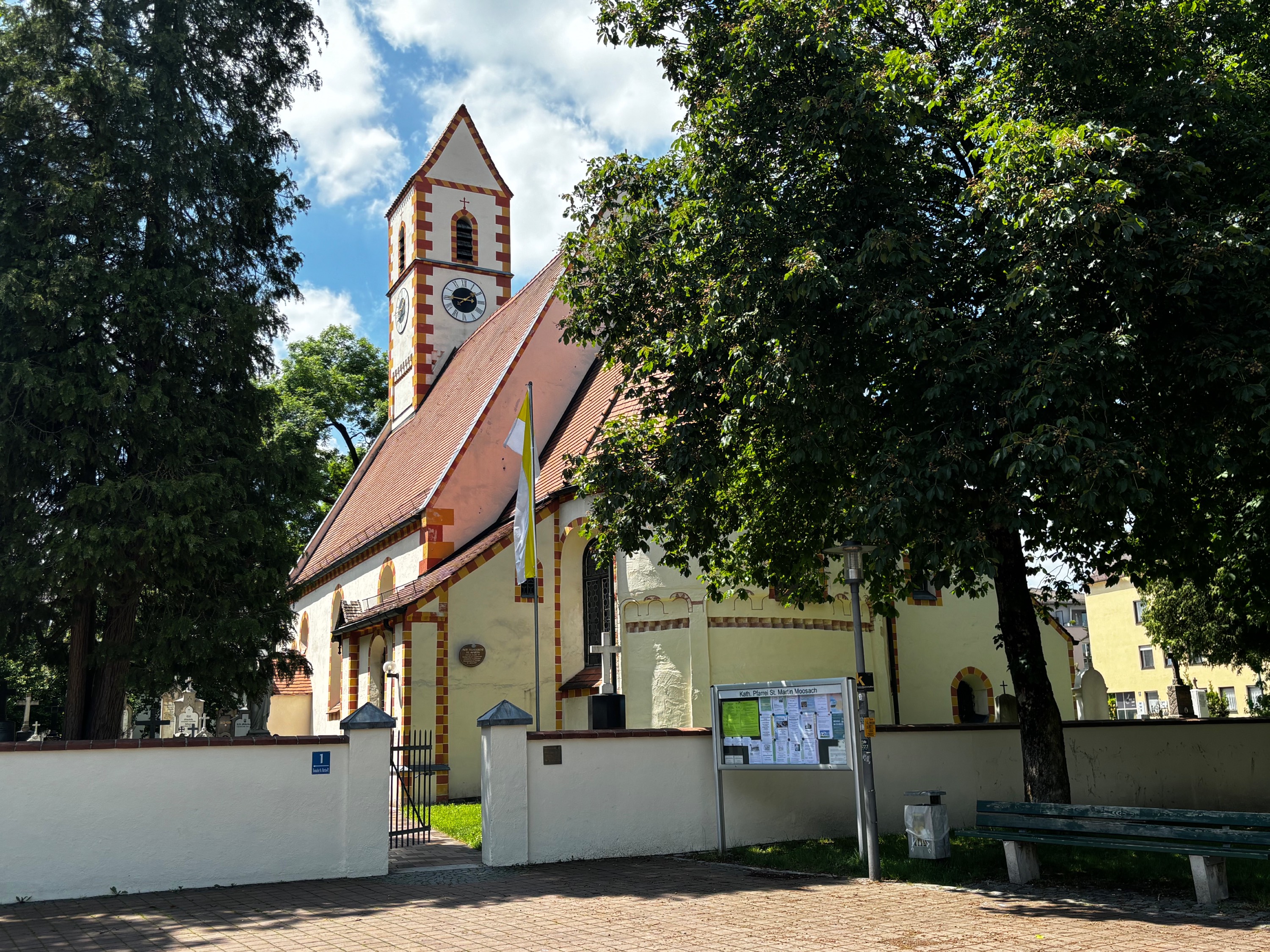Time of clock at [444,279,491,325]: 1:45
